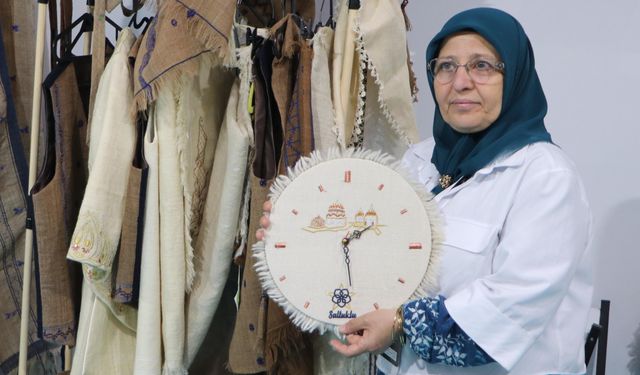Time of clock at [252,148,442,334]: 1:28
